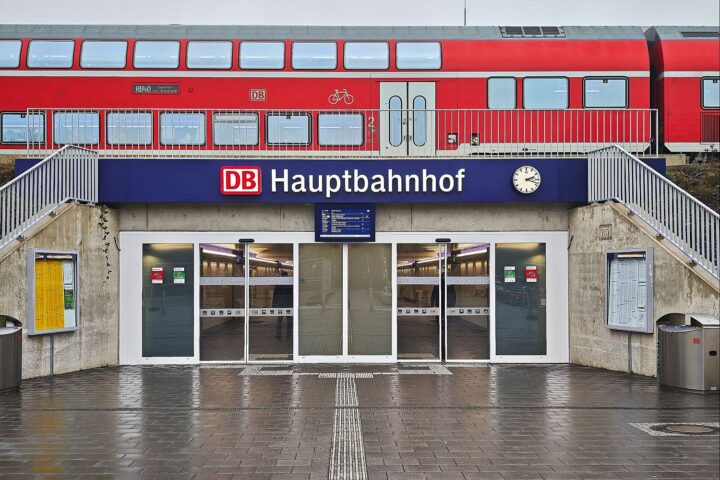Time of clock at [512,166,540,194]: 2:18
